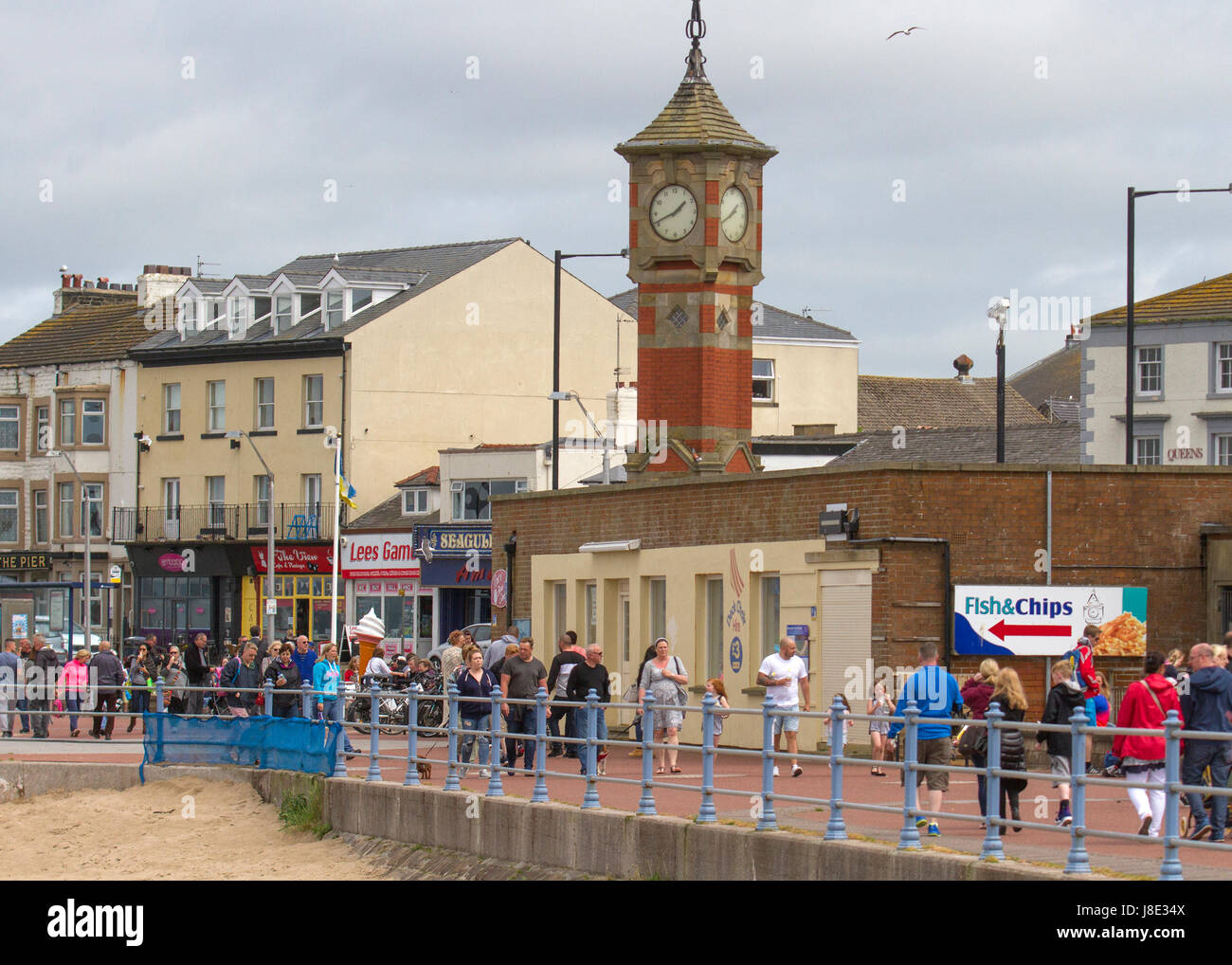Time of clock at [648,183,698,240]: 1:41
